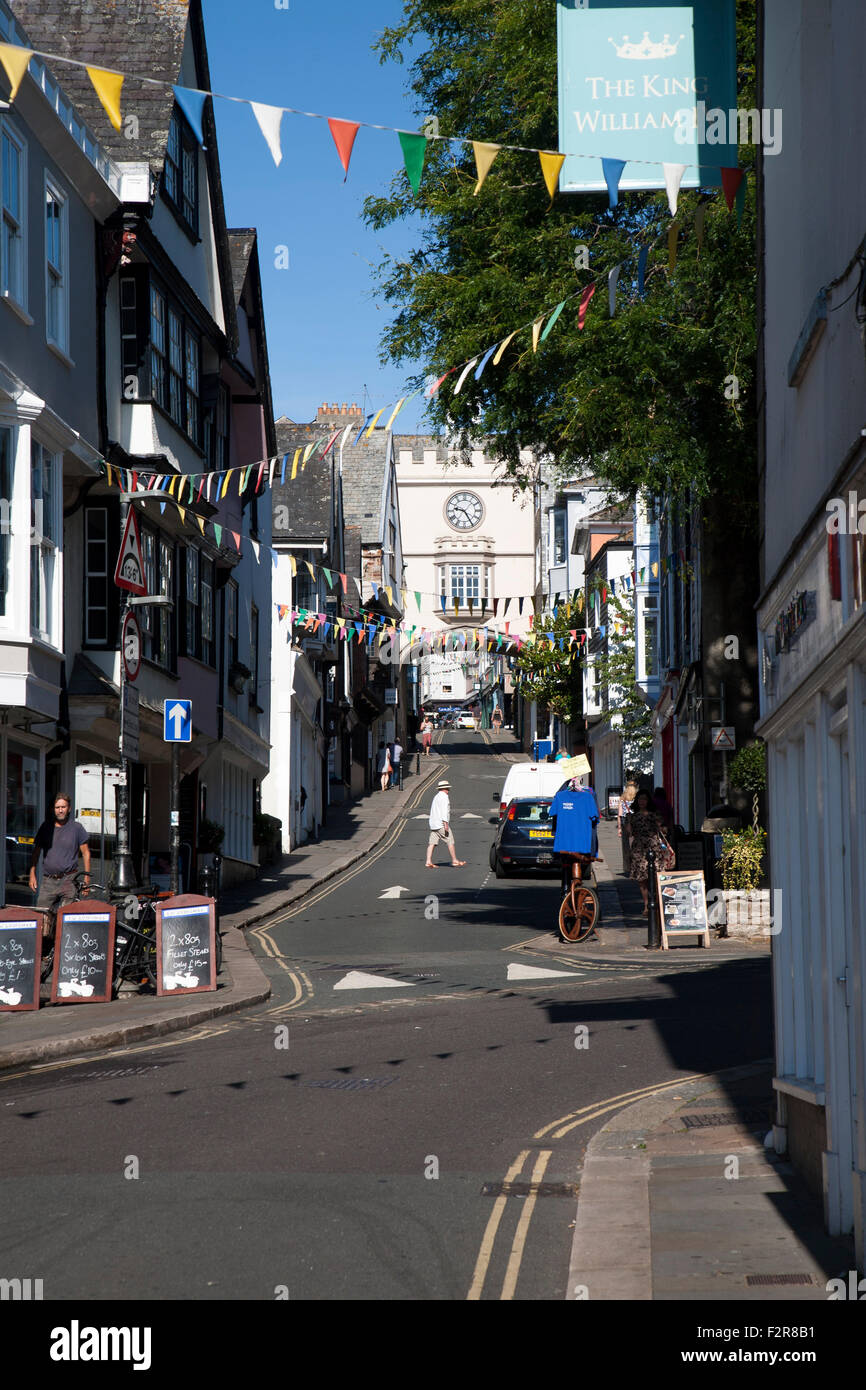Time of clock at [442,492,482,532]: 9:24
